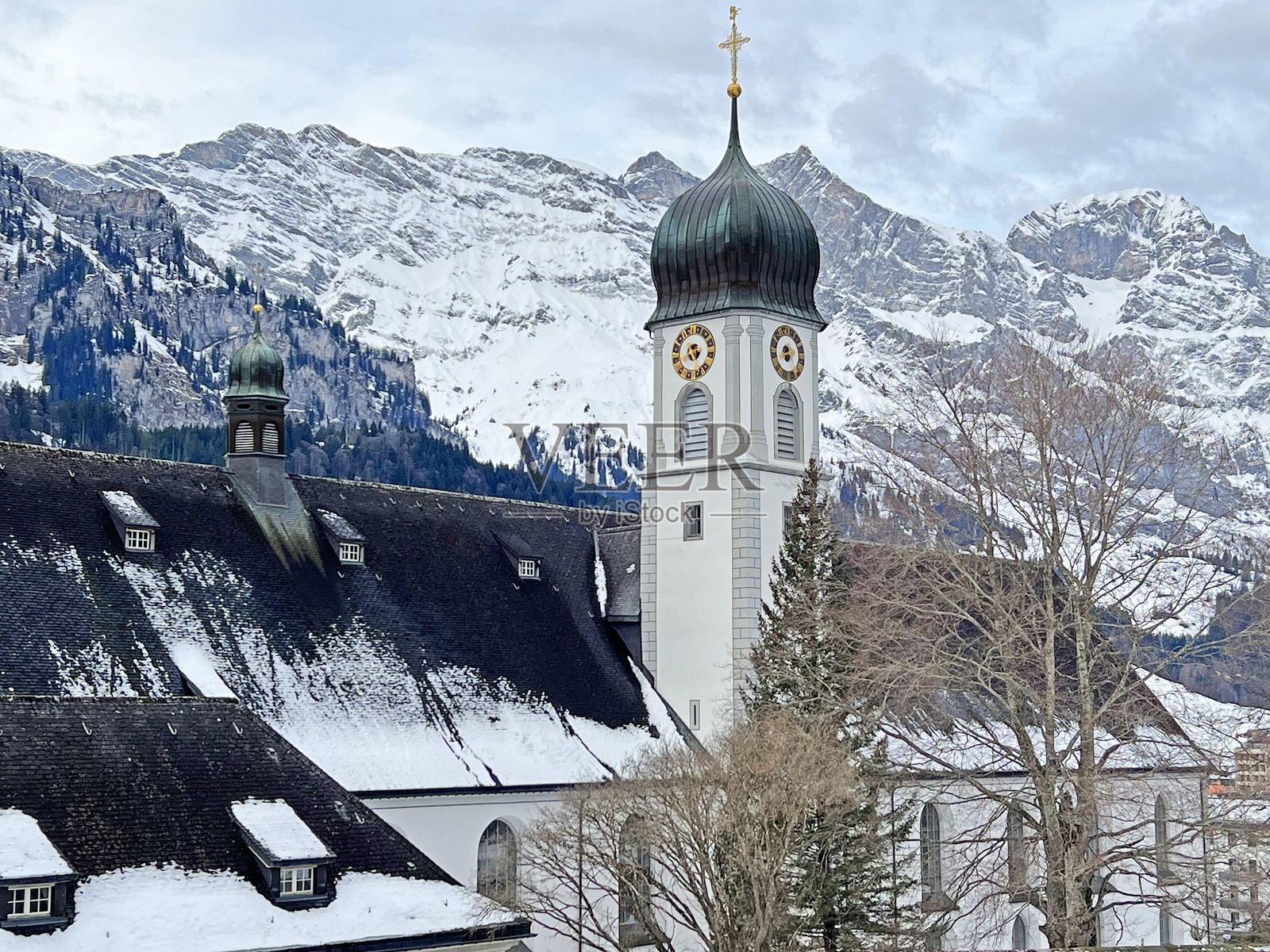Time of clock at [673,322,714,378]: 4:40
